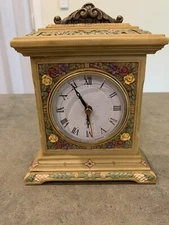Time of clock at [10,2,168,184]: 5:54
